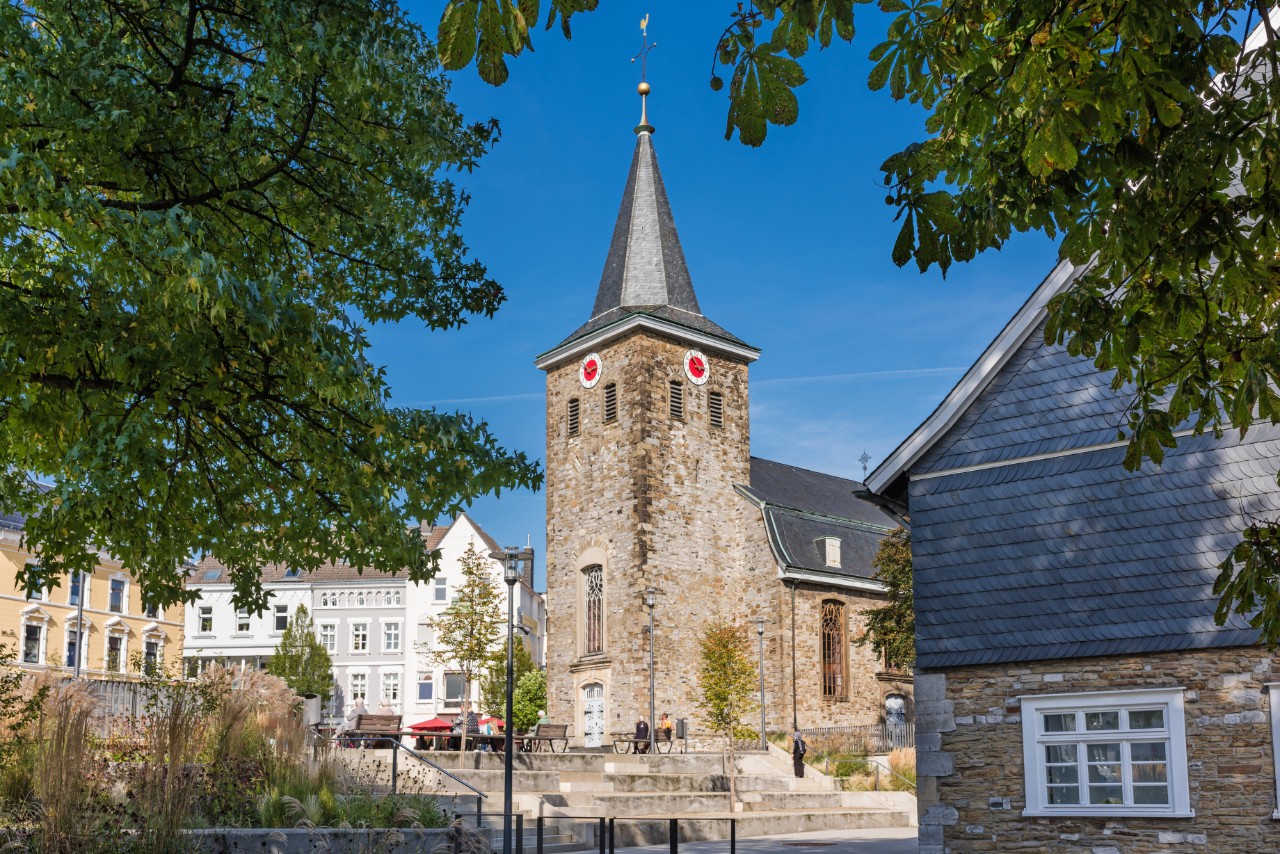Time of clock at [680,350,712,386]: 2:53
